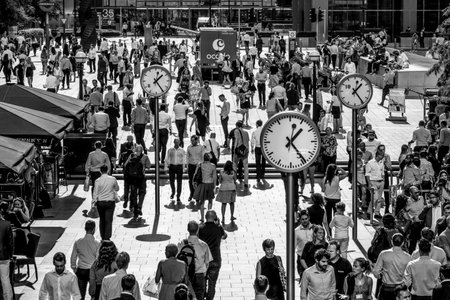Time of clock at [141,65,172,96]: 1:24
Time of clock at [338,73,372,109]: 1:24
